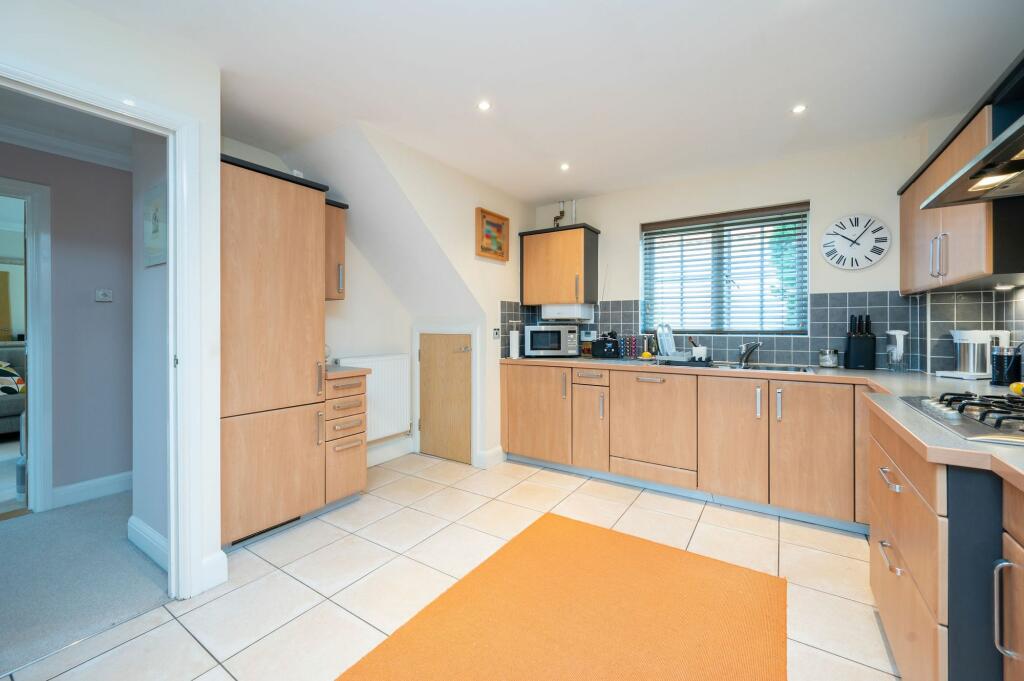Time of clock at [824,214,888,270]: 10:06
